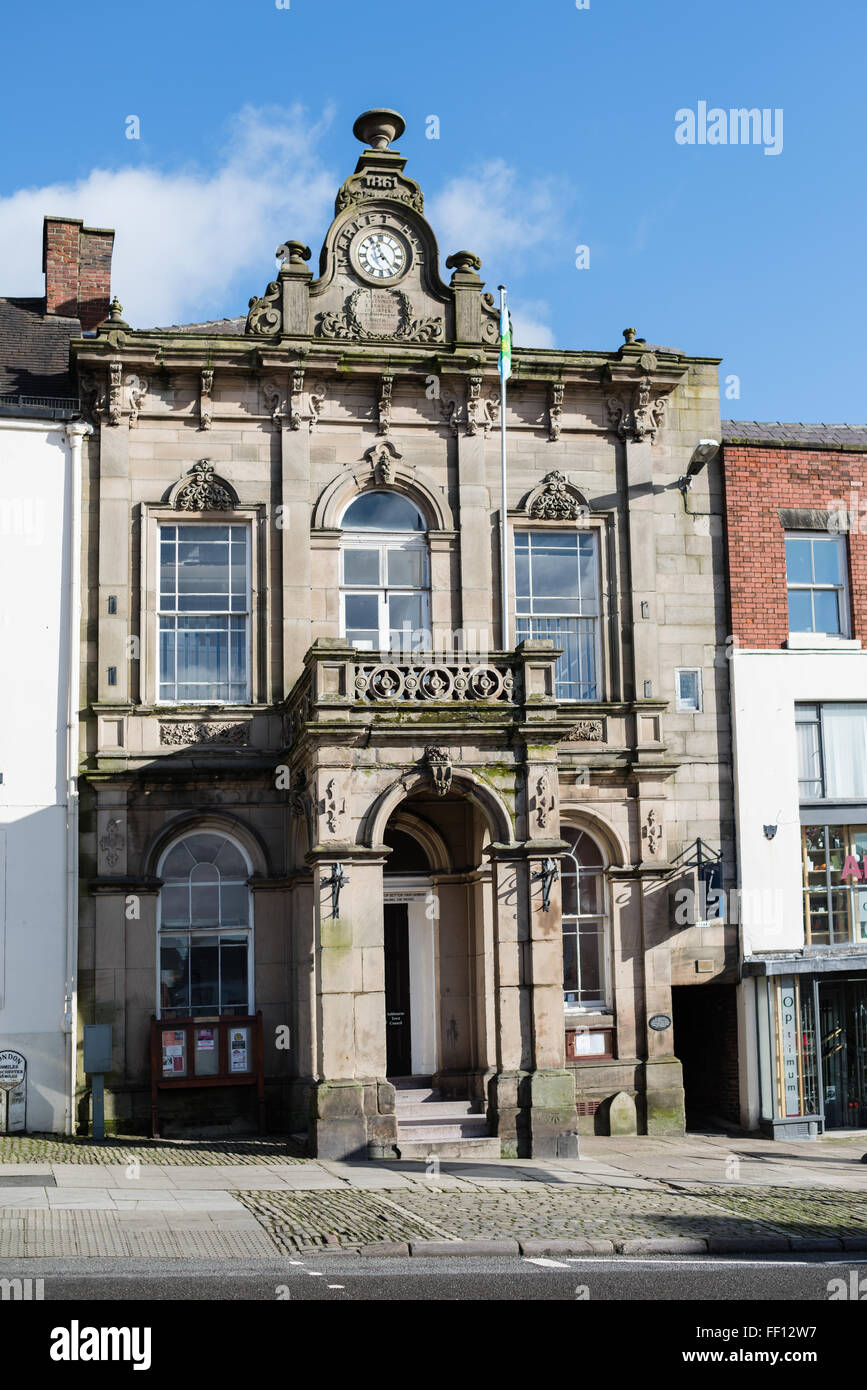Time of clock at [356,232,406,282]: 11:22
